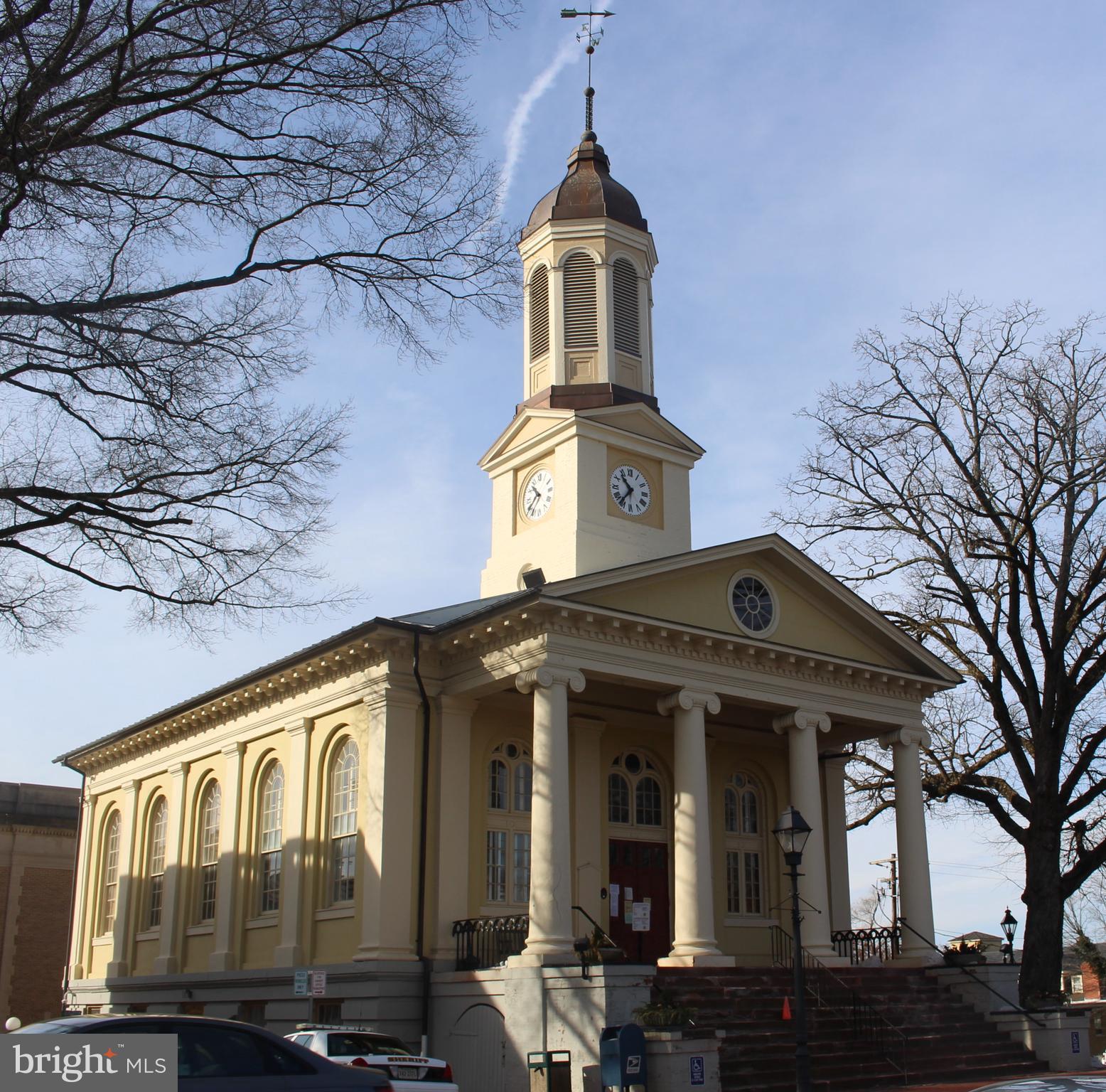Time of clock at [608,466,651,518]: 10:36
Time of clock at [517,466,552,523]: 10:39
